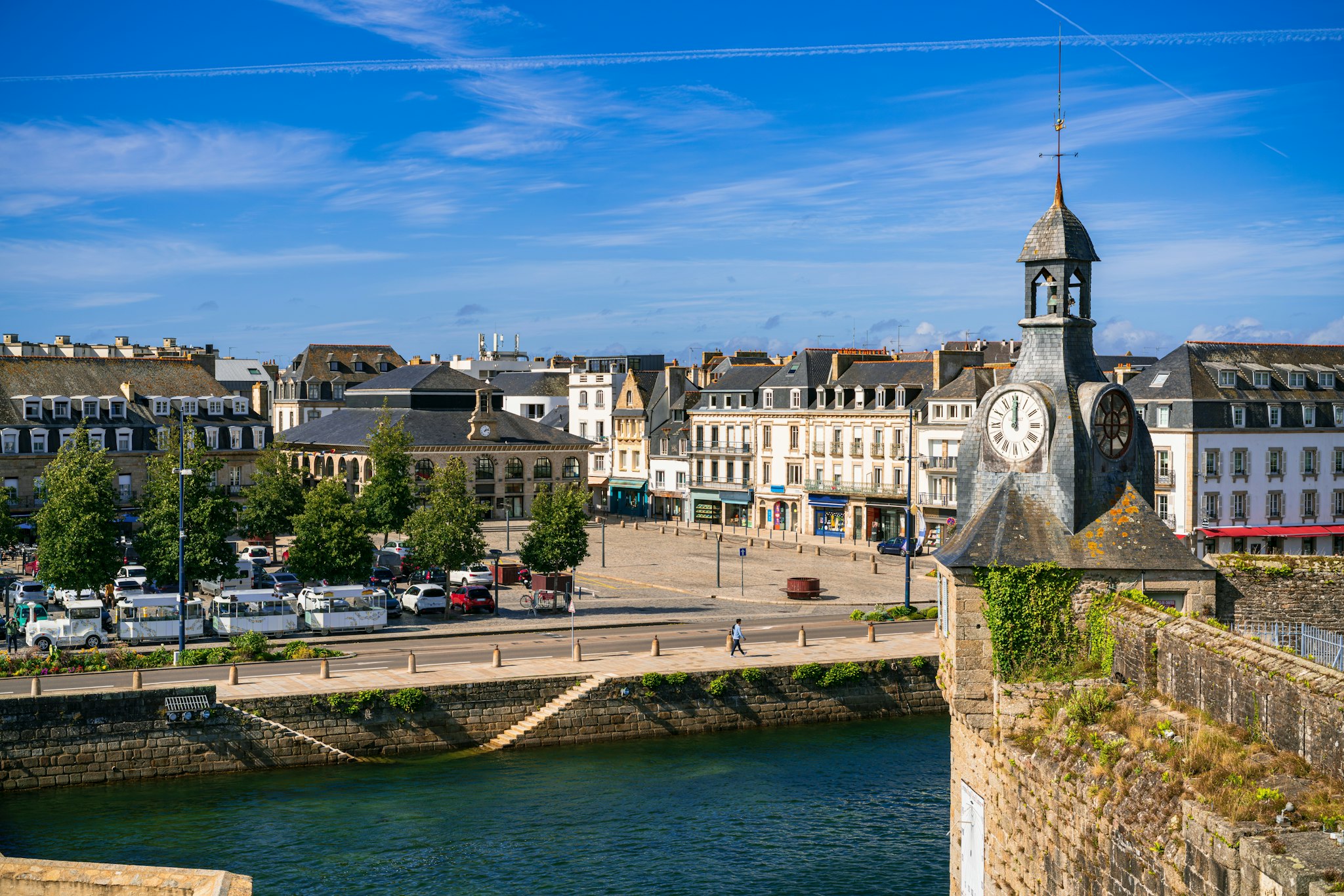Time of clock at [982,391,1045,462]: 12:00
